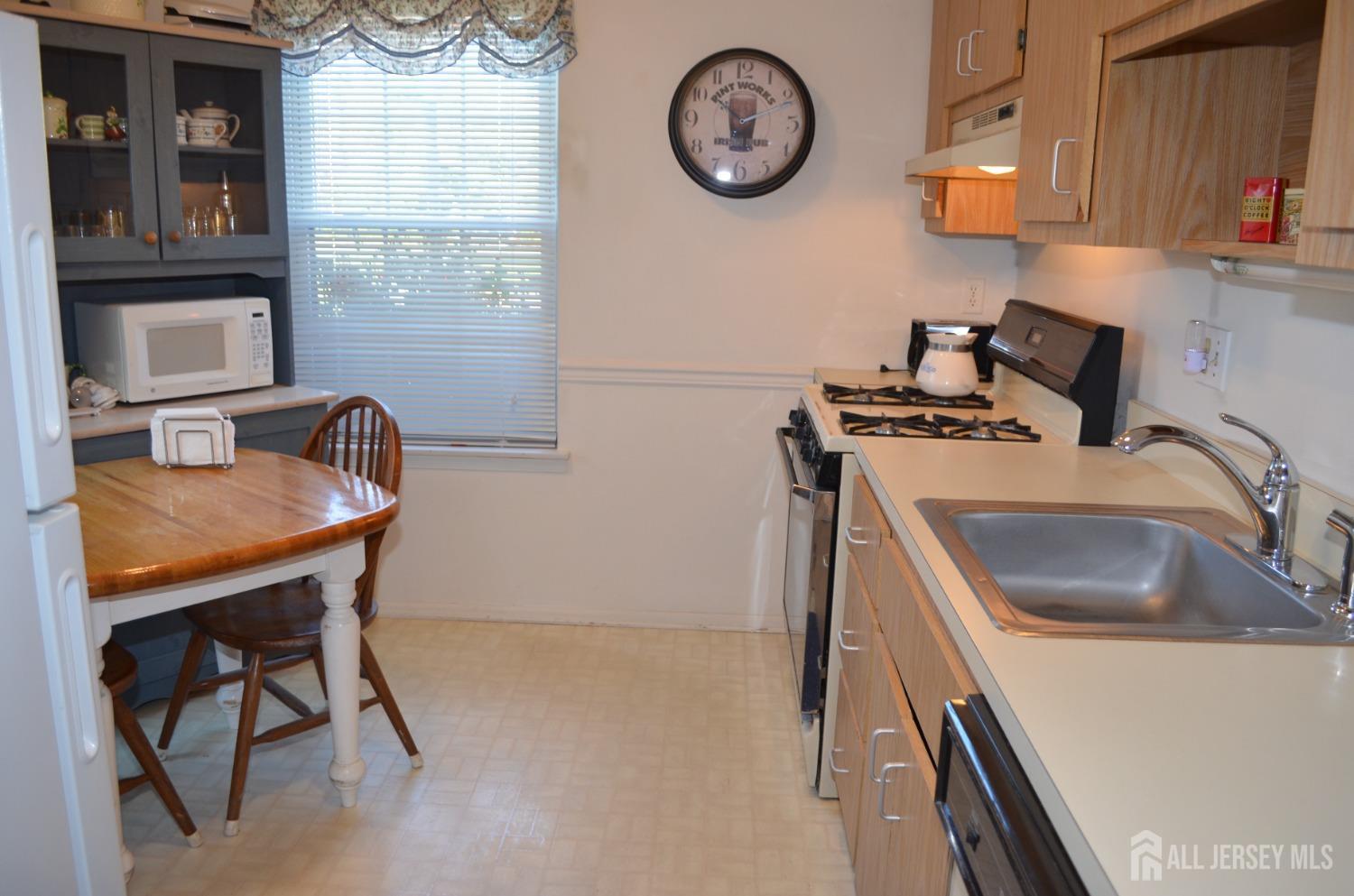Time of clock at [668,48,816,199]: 5:51
